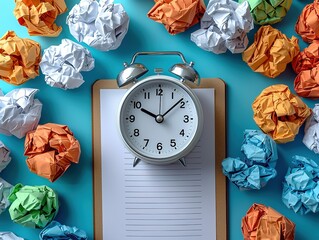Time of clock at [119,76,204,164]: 10:08
